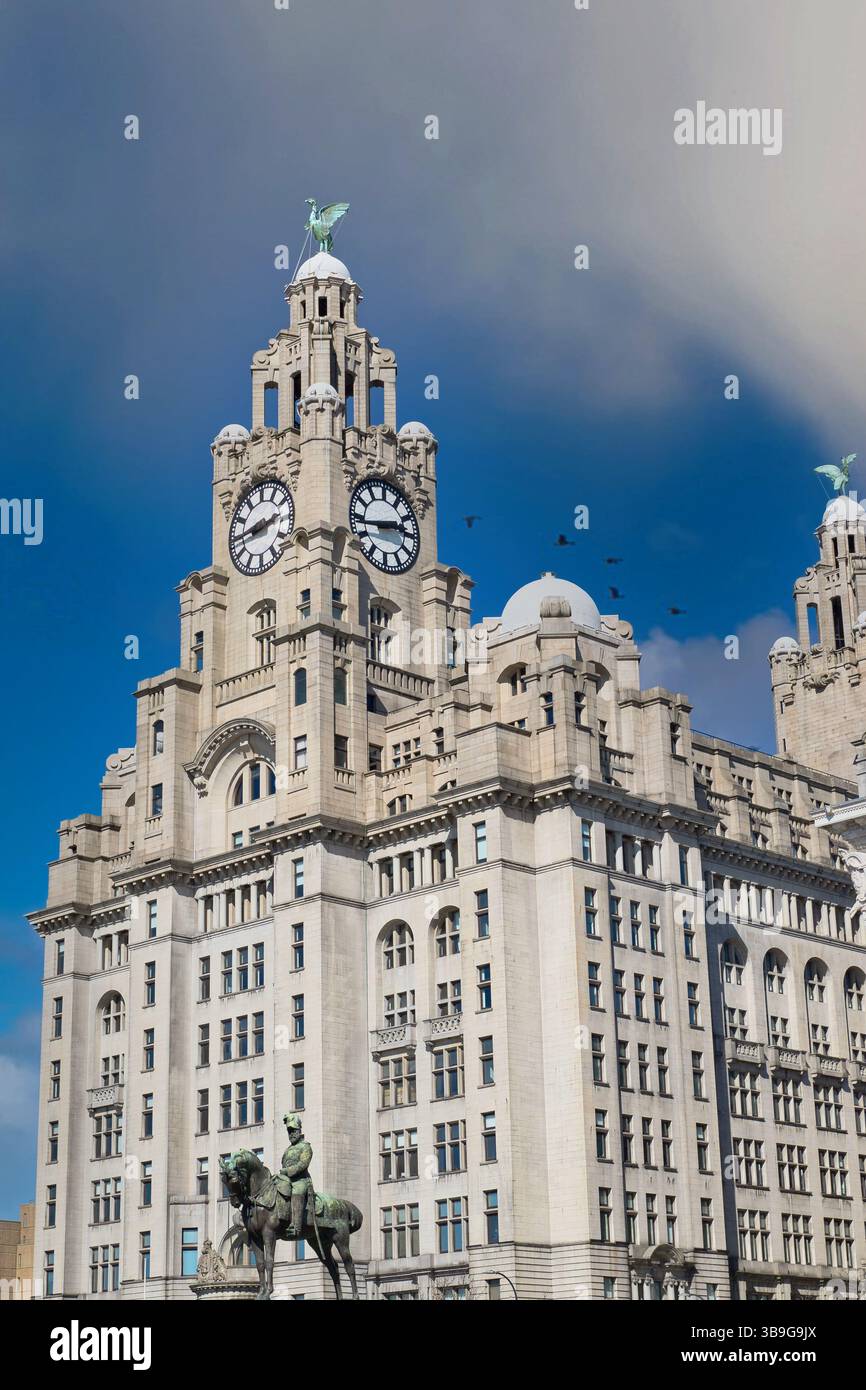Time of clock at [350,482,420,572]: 2:43
